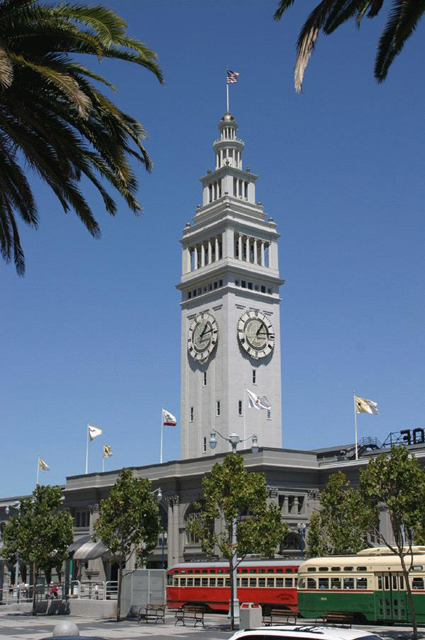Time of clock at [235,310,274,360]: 1:13
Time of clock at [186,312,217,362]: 1:13
